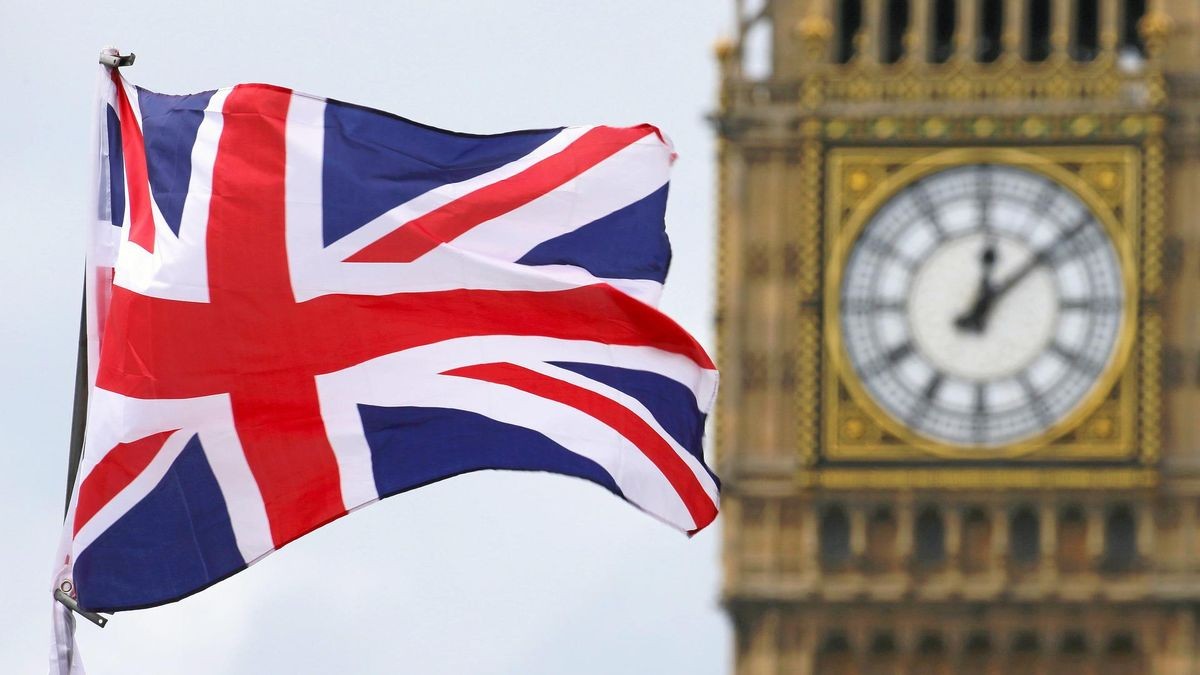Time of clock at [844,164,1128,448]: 12:08
